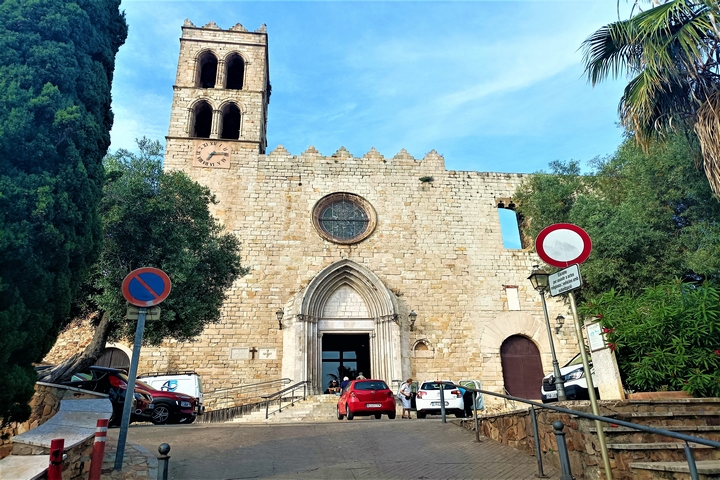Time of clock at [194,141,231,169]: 7:14
